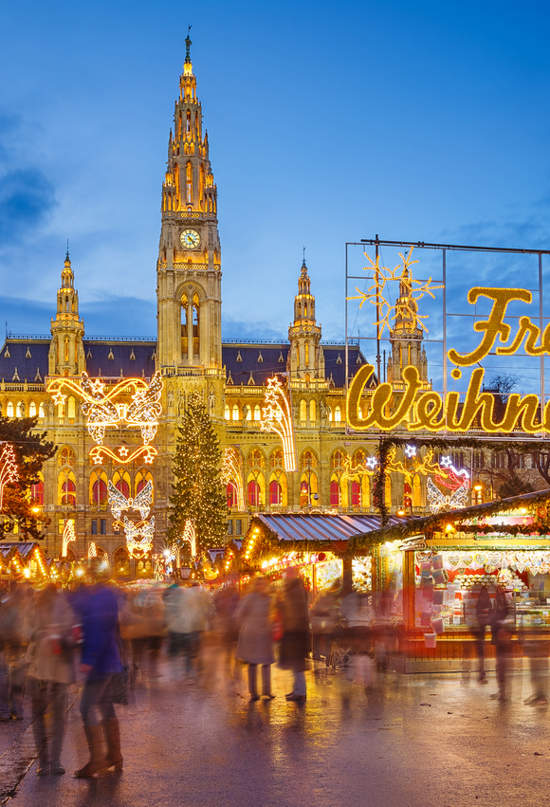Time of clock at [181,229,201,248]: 4:23
